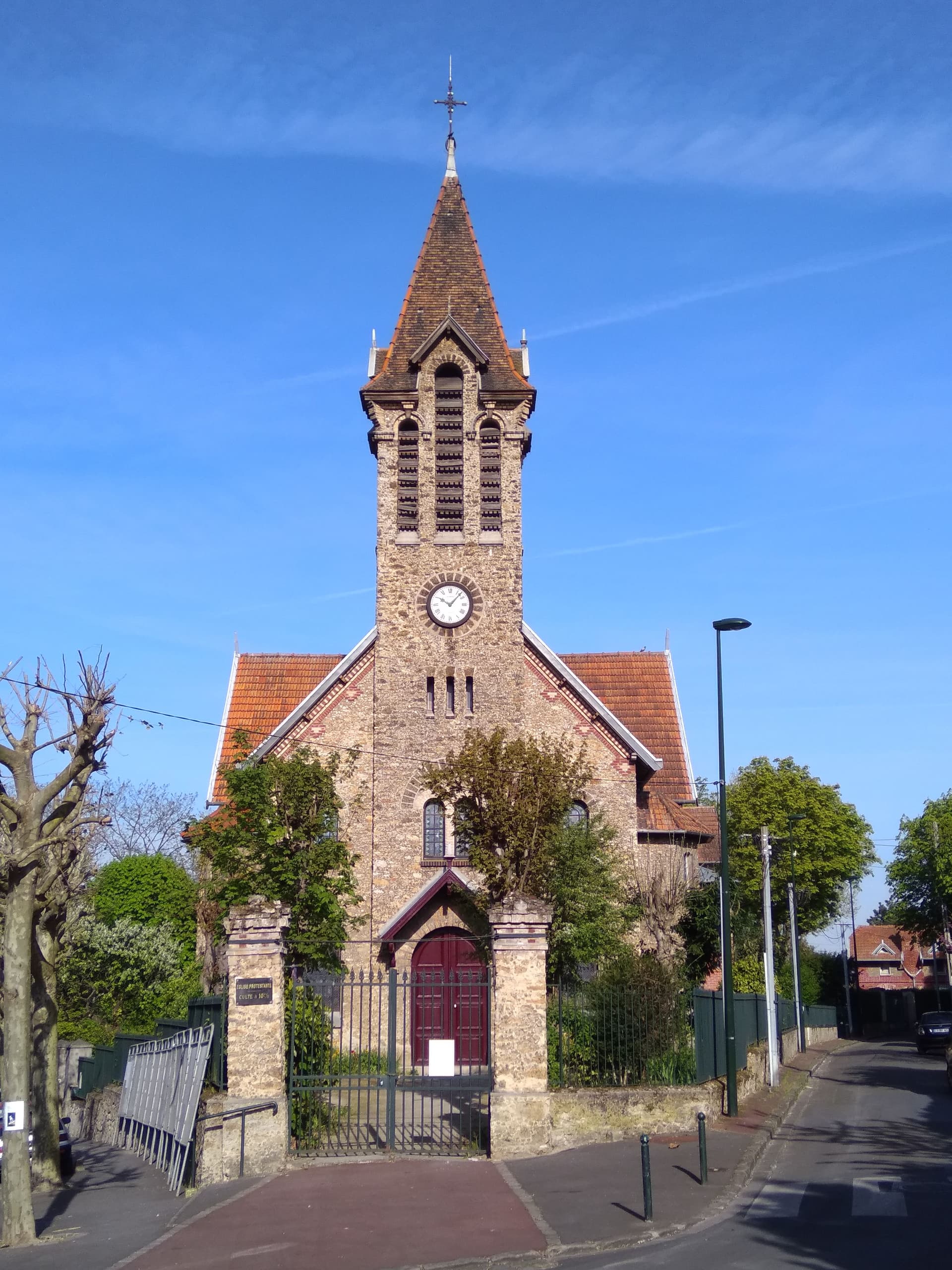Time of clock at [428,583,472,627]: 10:07
